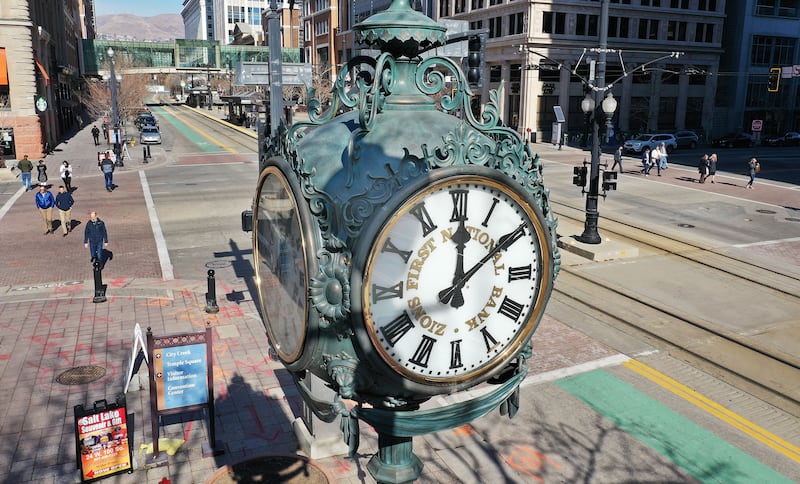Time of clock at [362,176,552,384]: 12:09
